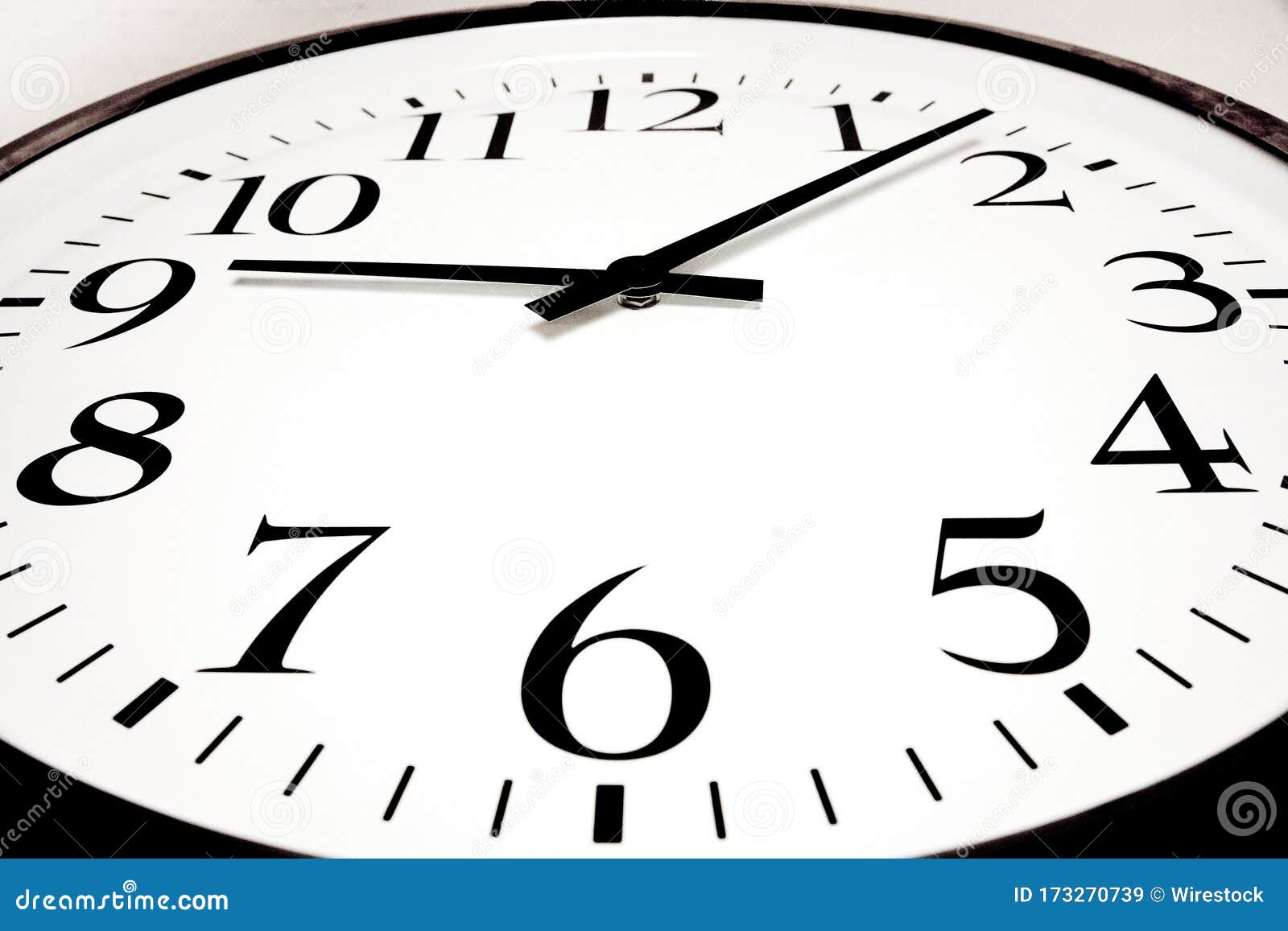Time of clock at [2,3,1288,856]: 9:07
